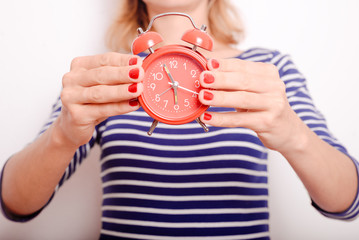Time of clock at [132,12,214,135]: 11:19
